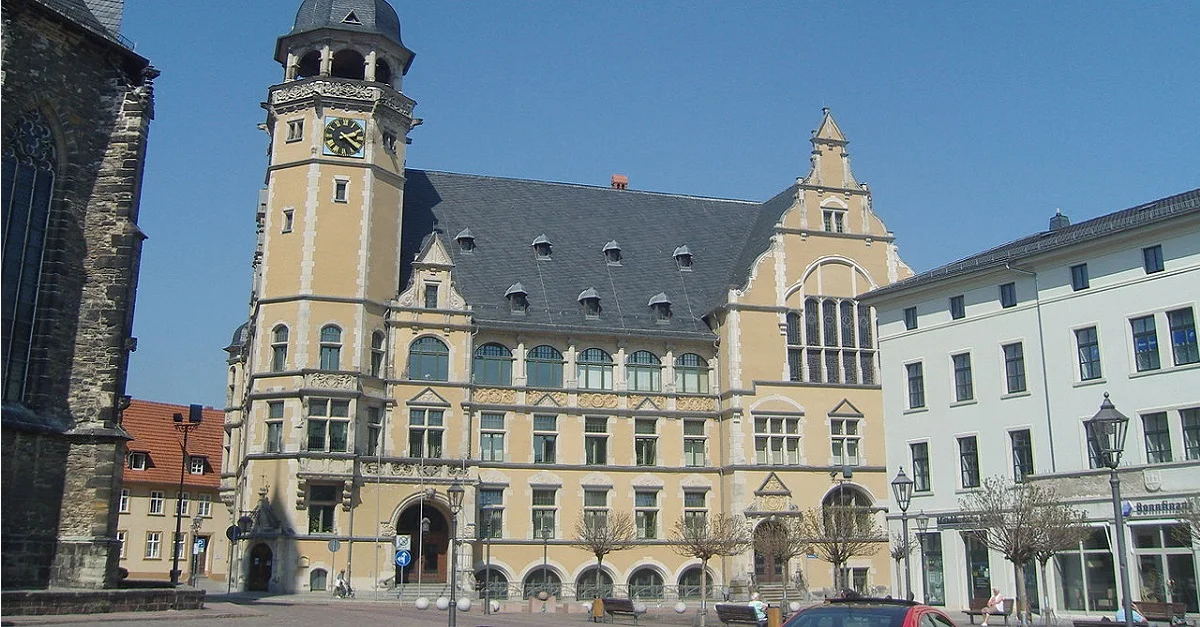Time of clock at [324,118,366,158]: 2:21
